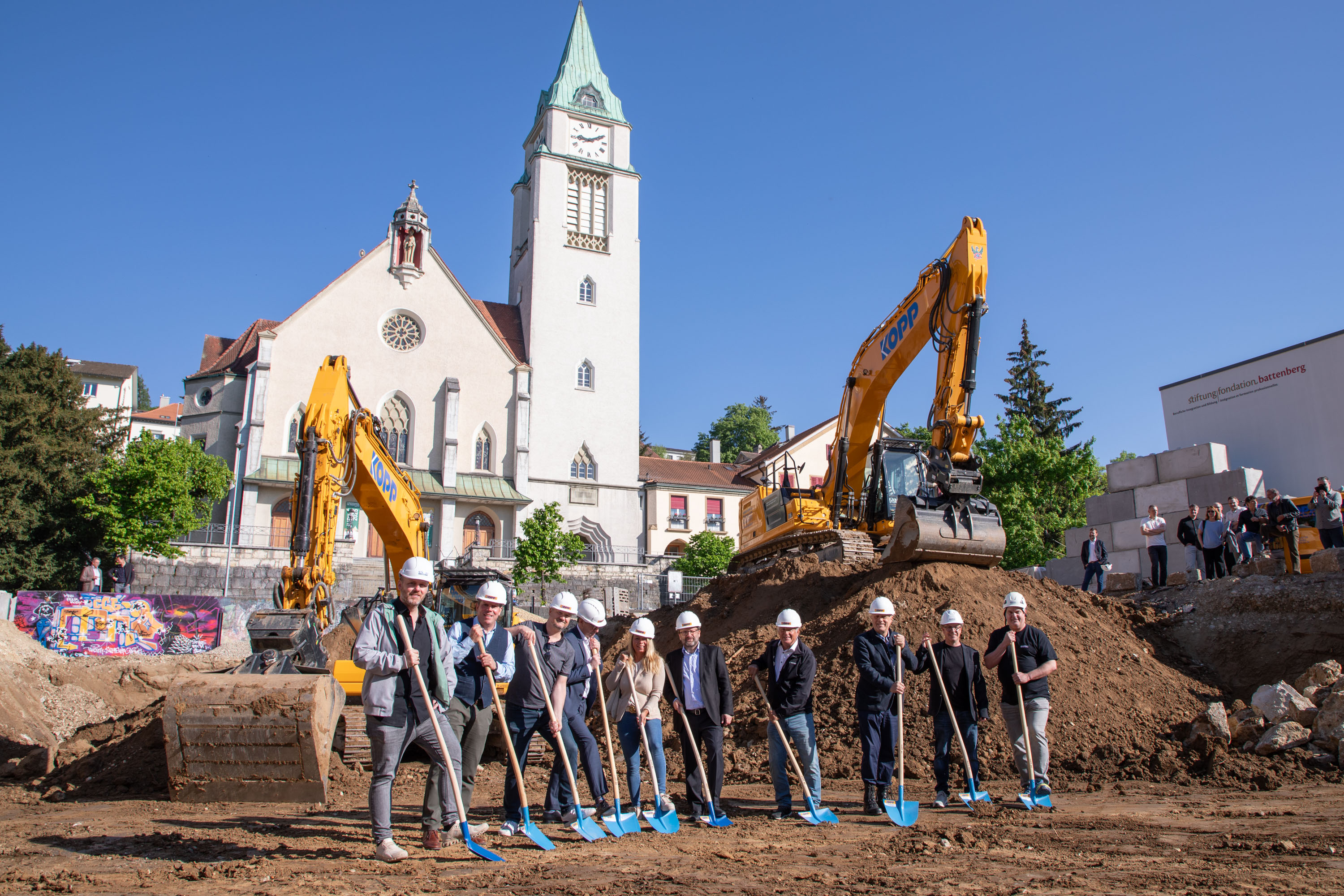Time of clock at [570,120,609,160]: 9:10
